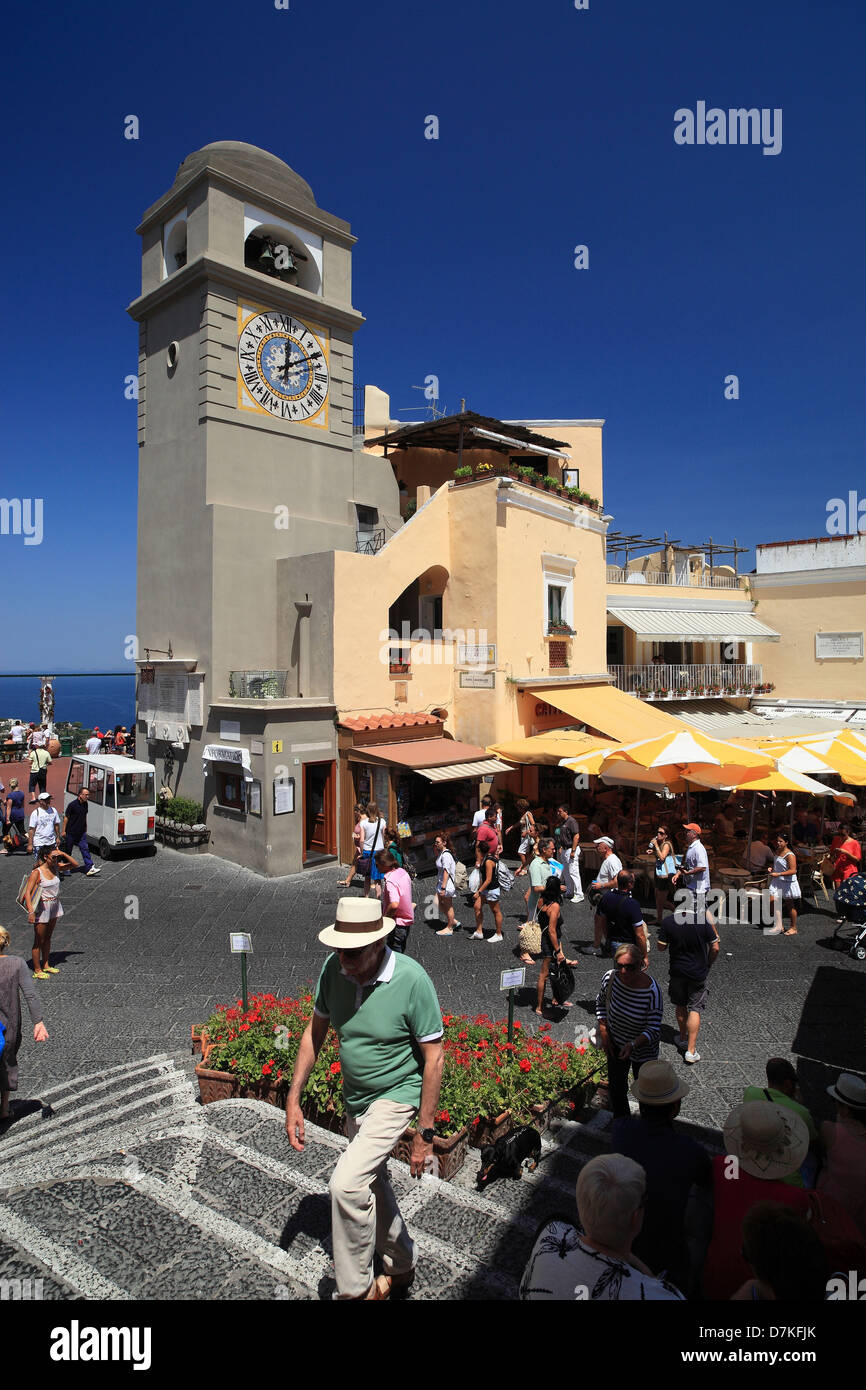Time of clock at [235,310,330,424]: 12:09
